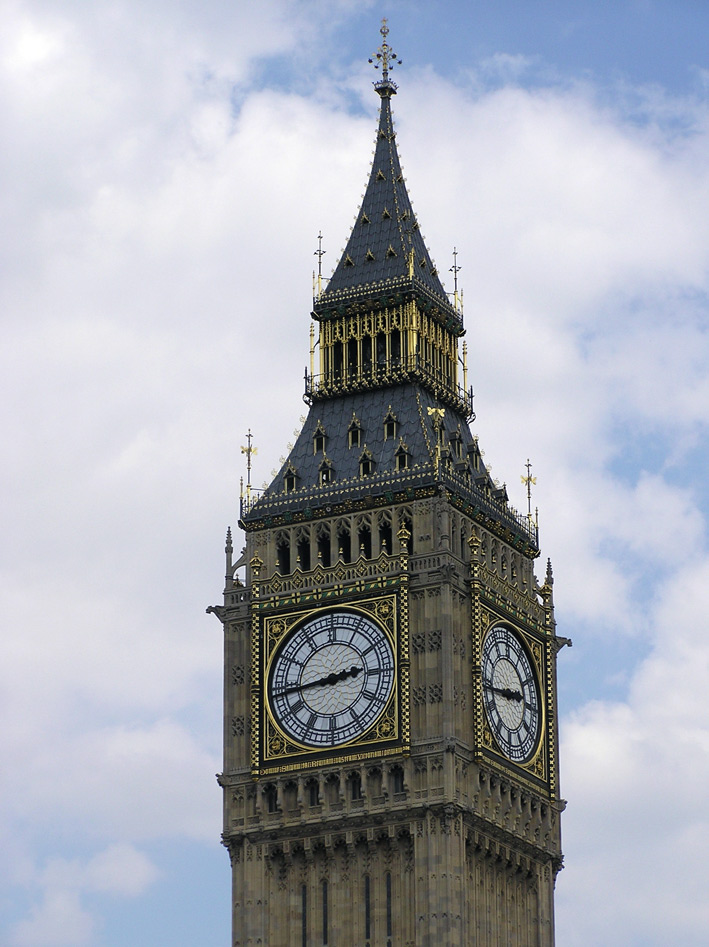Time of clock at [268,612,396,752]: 2:43
